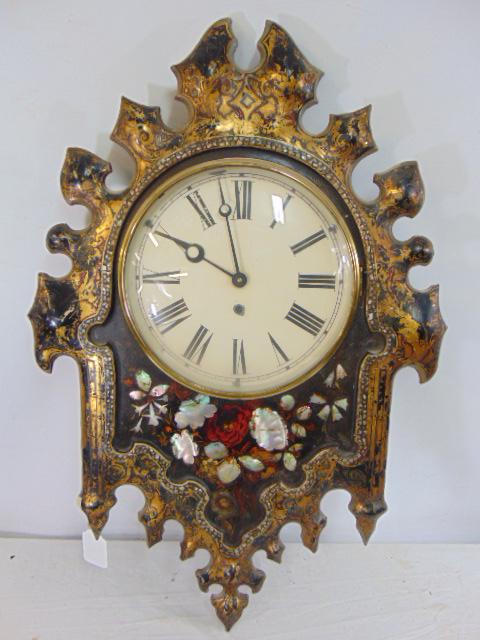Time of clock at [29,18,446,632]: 9:57
